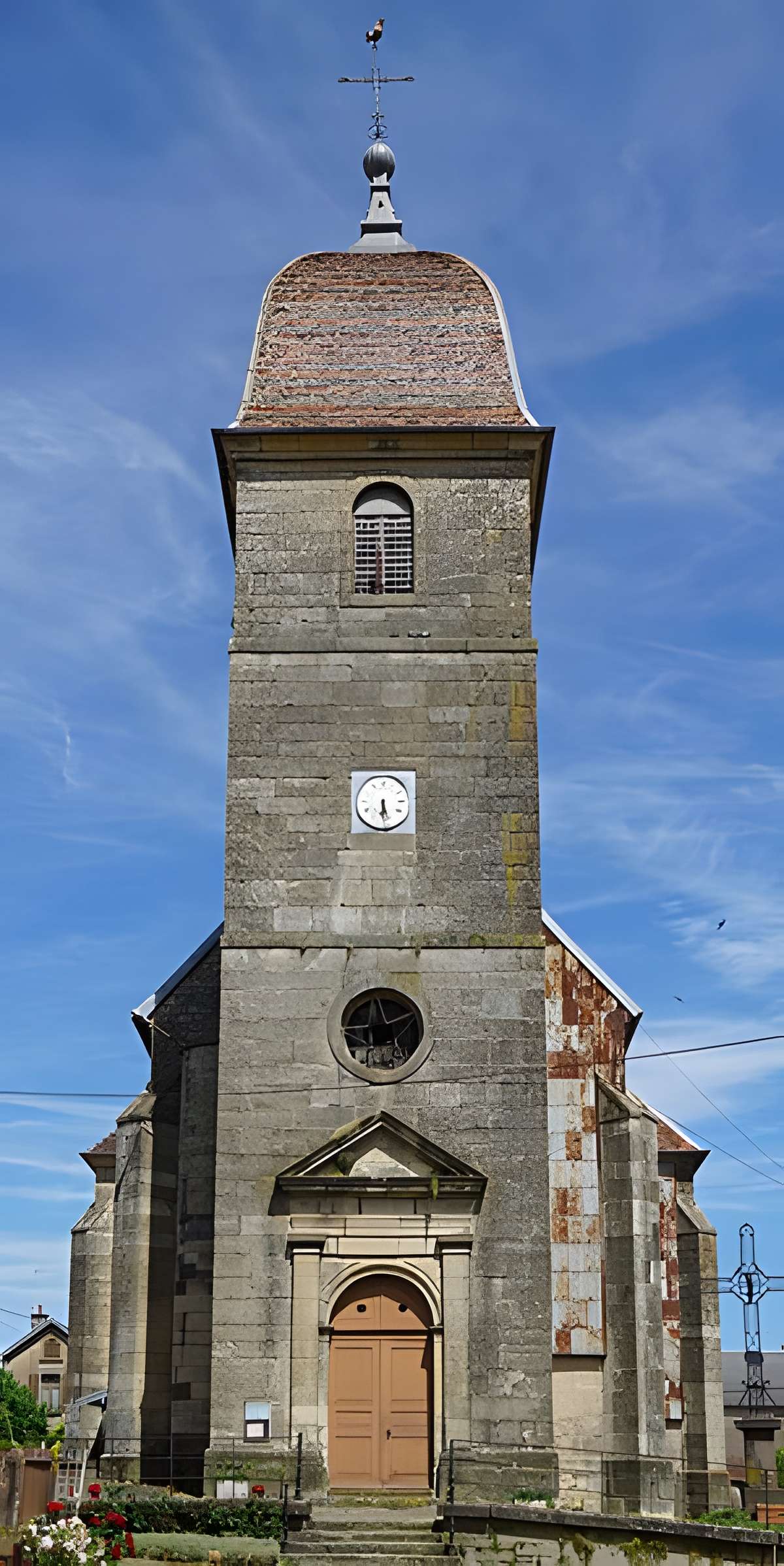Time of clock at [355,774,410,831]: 5:30
